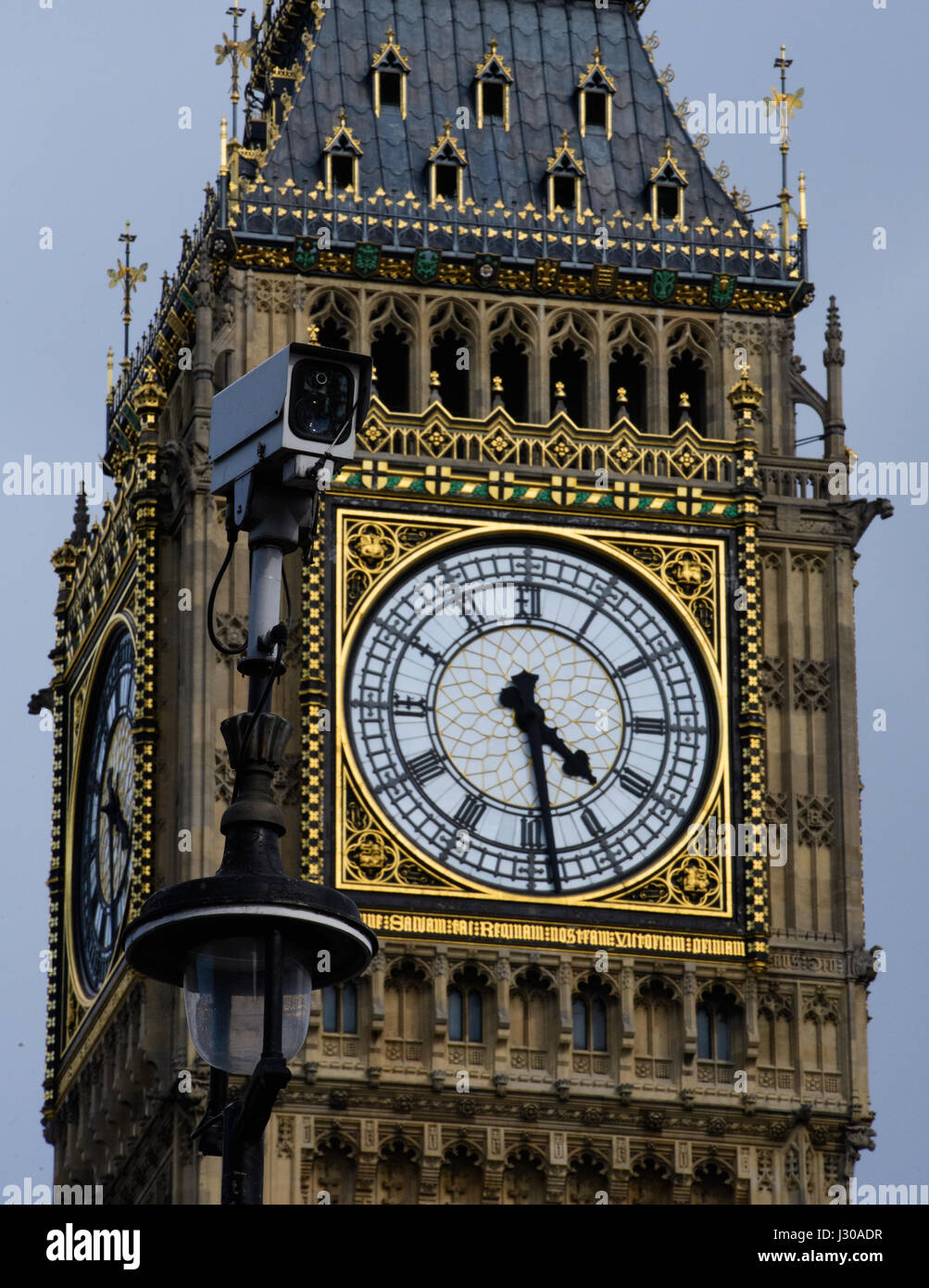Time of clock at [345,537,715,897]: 4:28
